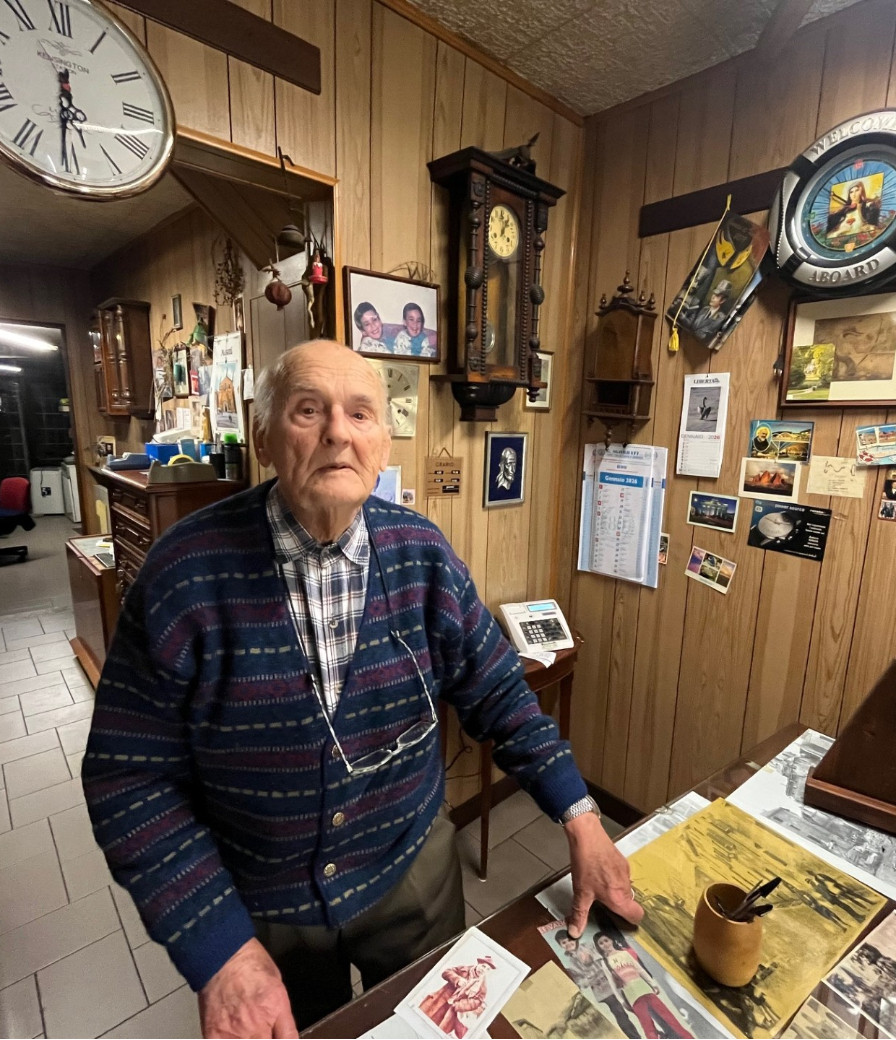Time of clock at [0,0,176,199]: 5:30
